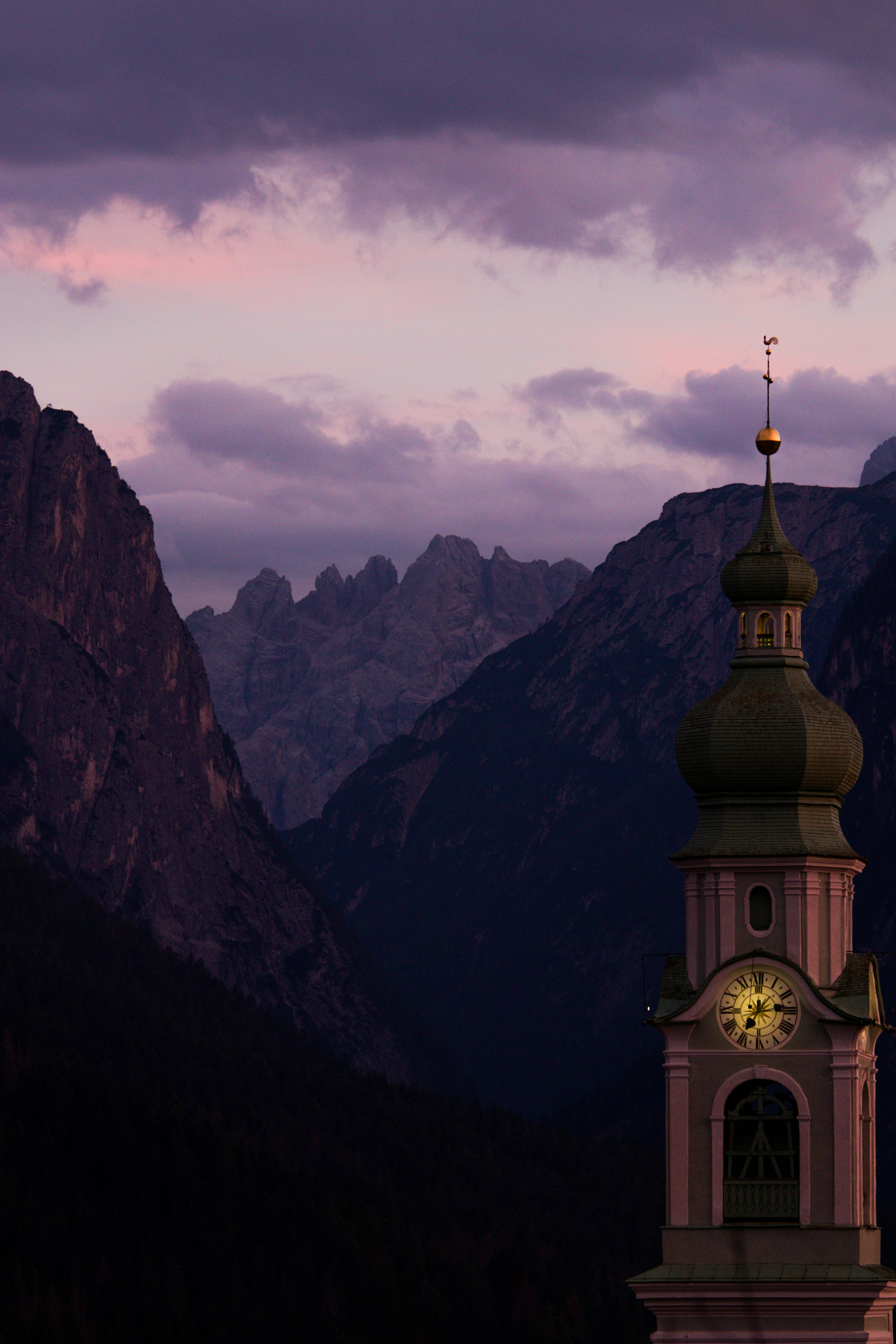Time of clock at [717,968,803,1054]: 7:13
